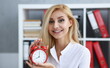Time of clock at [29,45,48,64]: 7:59
